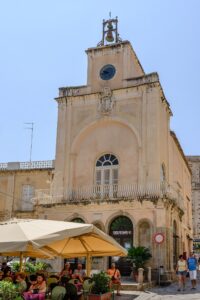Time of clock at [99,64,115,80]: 9:42
